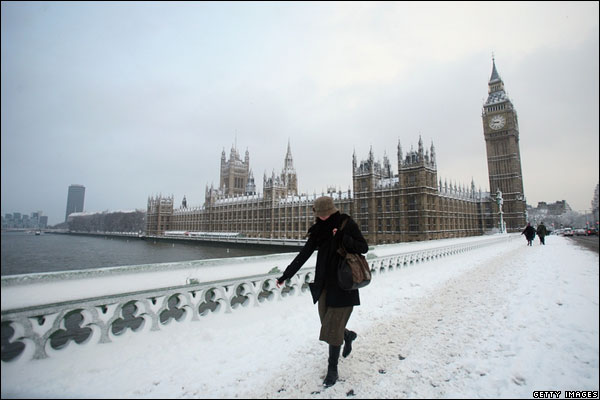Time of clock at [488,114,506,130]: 8:47
